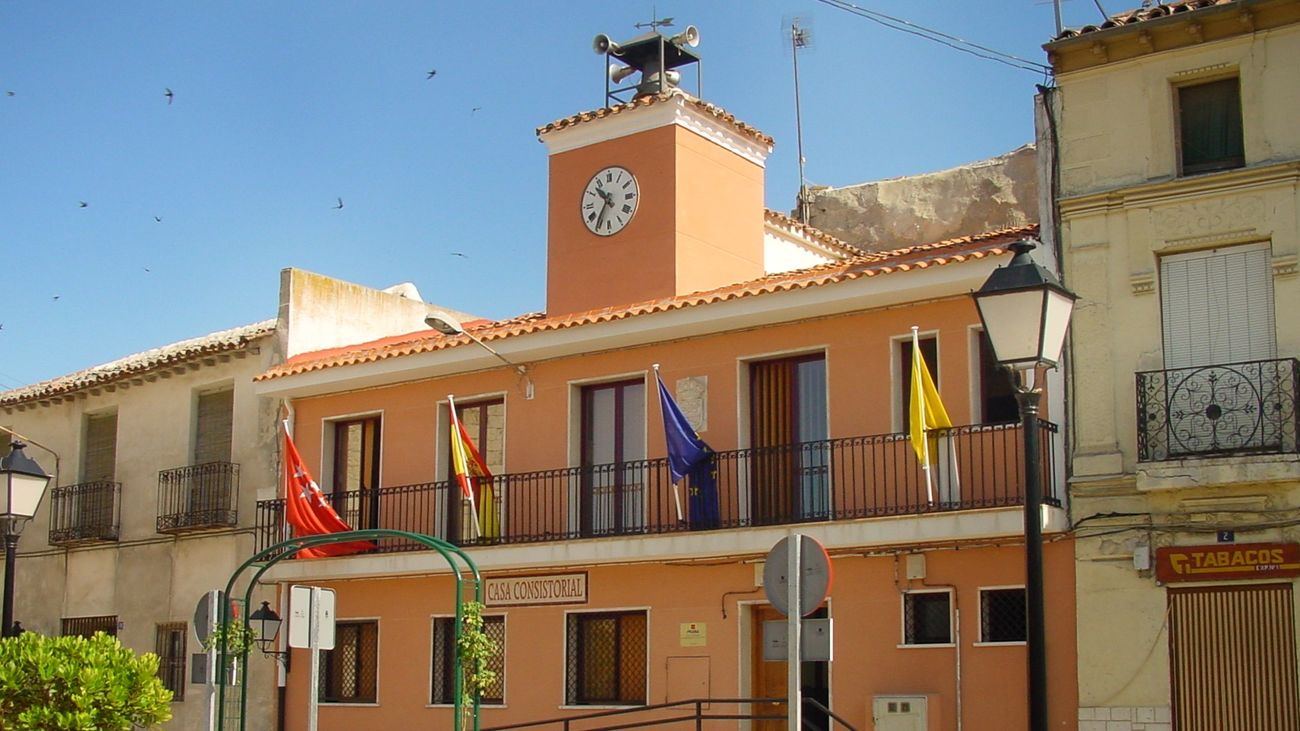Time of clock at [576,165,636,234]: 10:35
